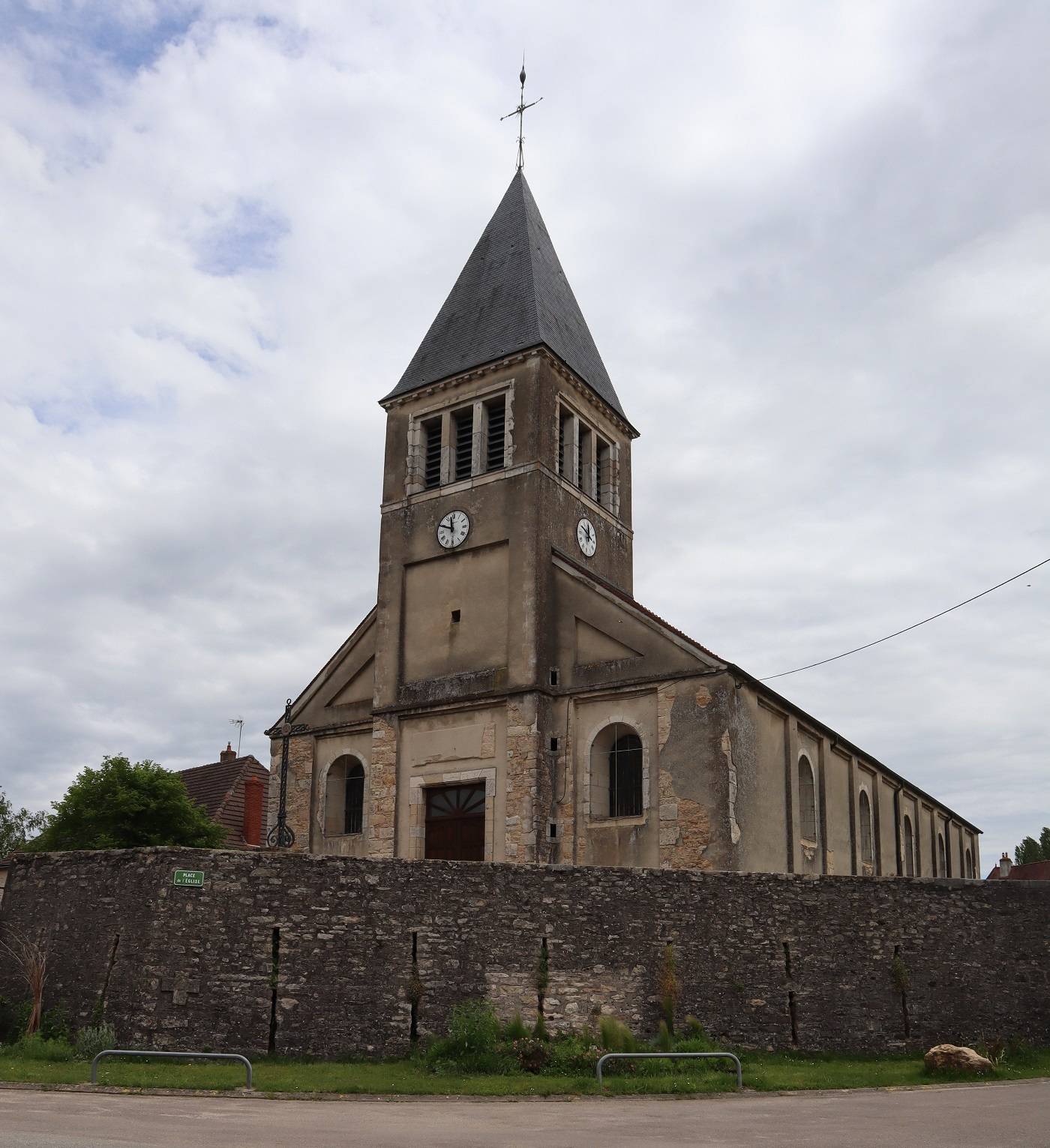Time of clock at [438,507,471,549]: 11:48
